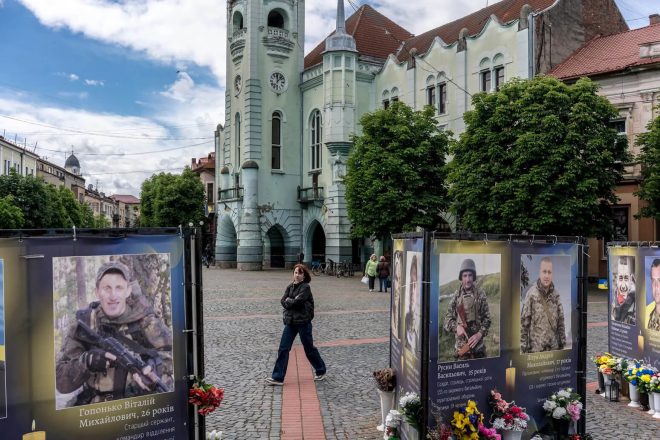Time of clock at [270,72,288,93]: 12:07
